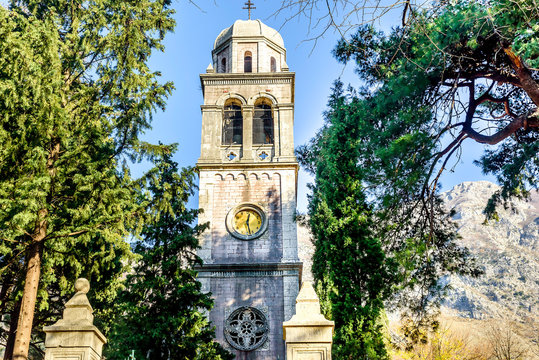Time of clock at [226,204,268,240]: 12:27
